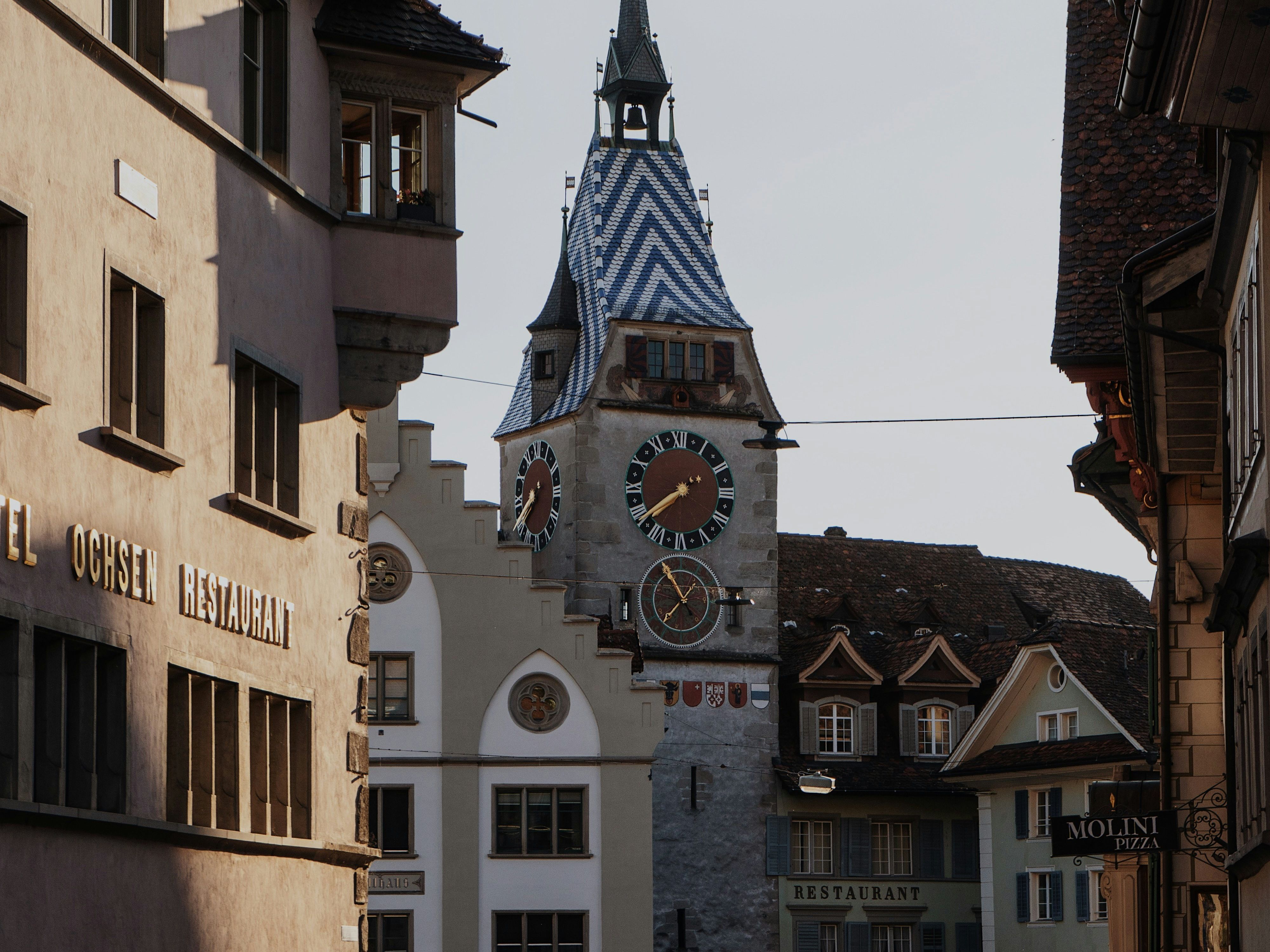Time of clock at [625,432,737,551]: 7:39
